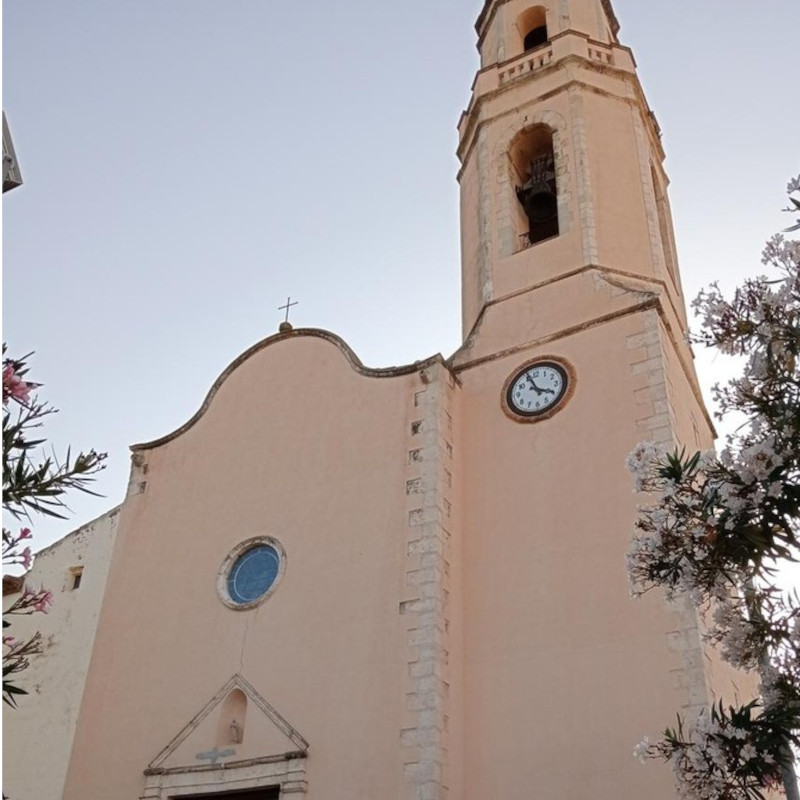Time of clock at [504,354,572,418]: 3:56
